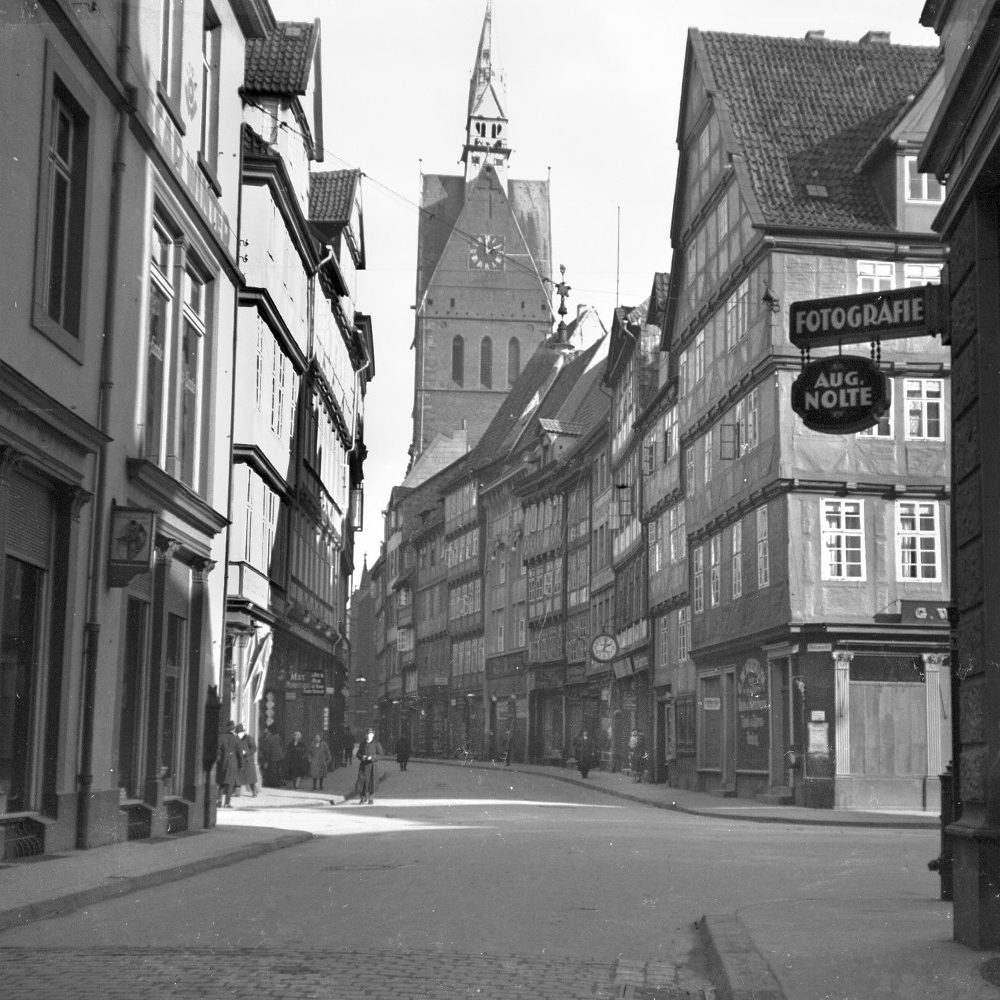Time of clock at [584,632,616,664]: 2:02
